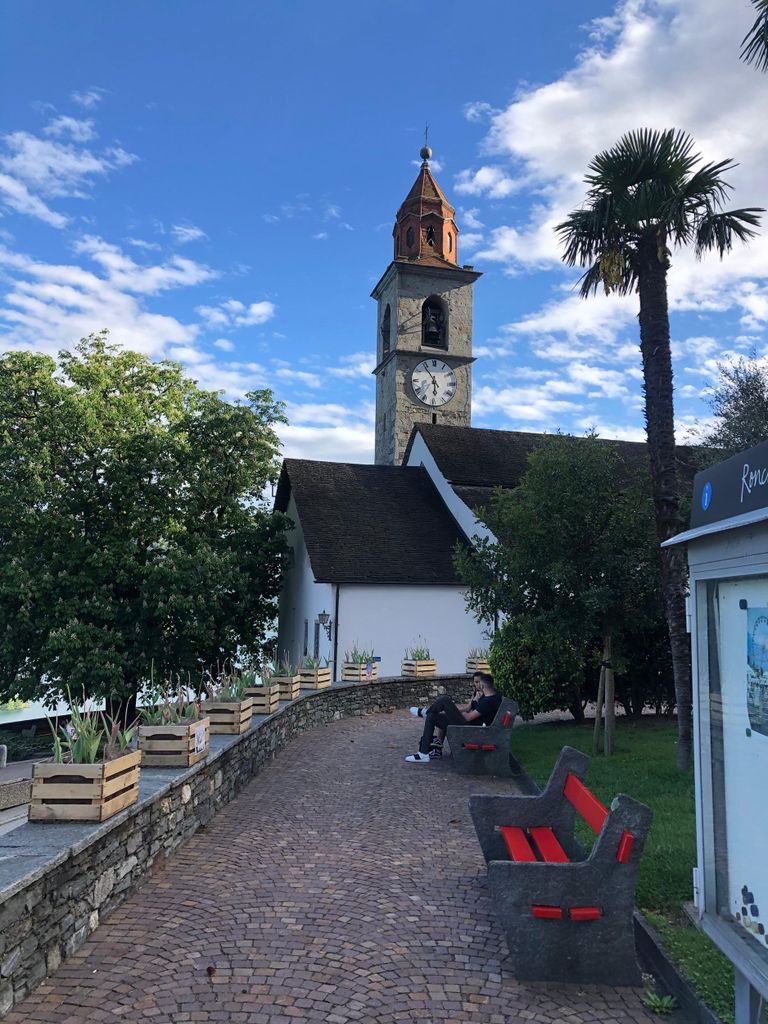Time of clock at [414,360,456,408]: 5:53
